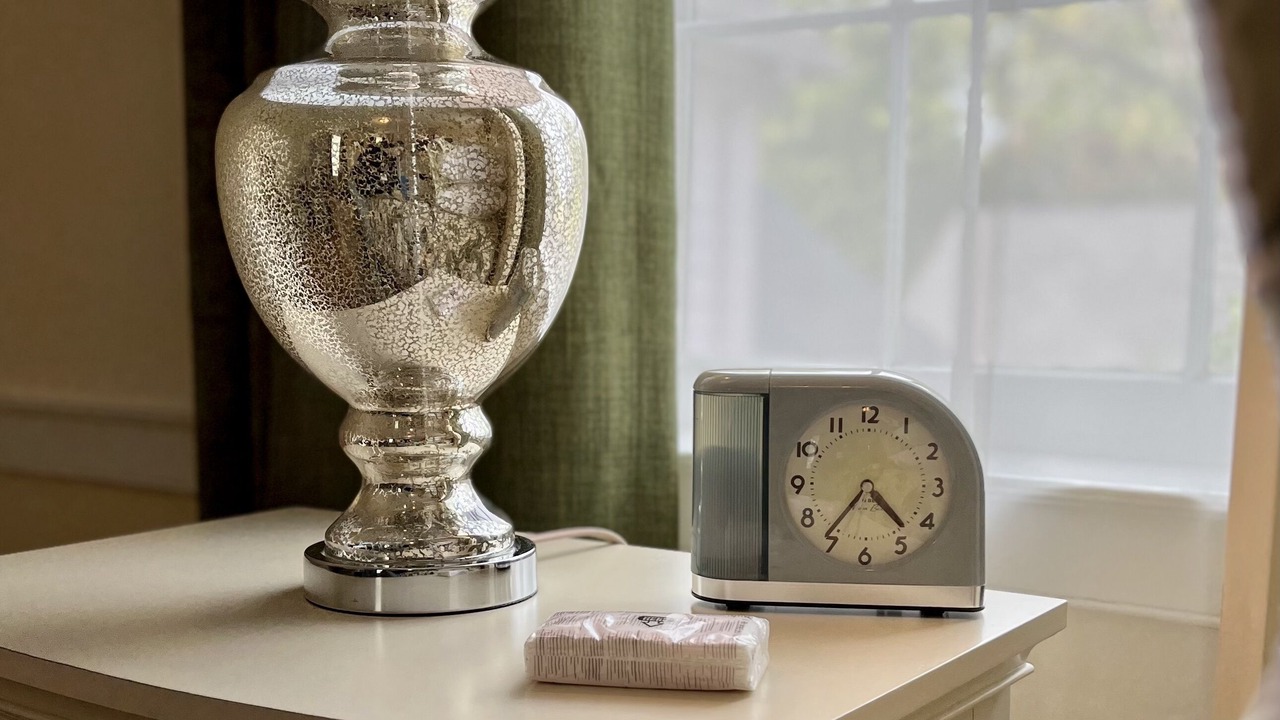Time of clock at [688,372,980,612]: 4:36
